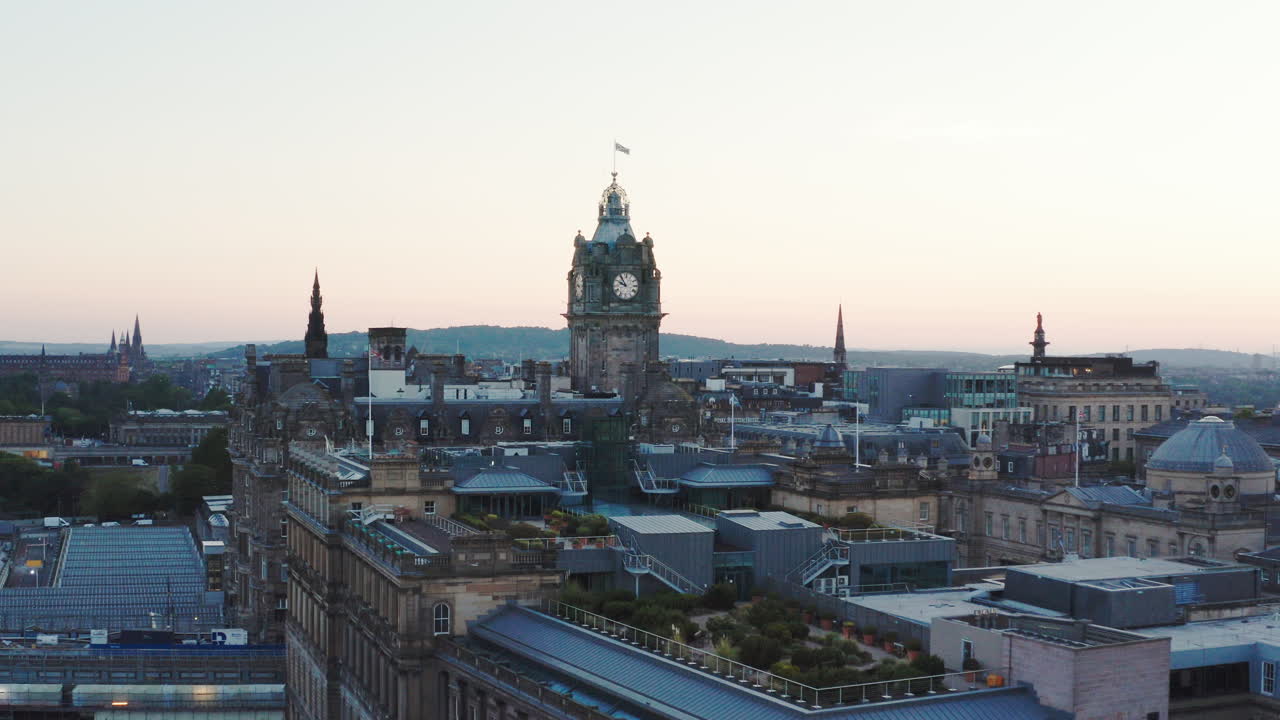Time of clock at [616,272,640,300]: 9:53
